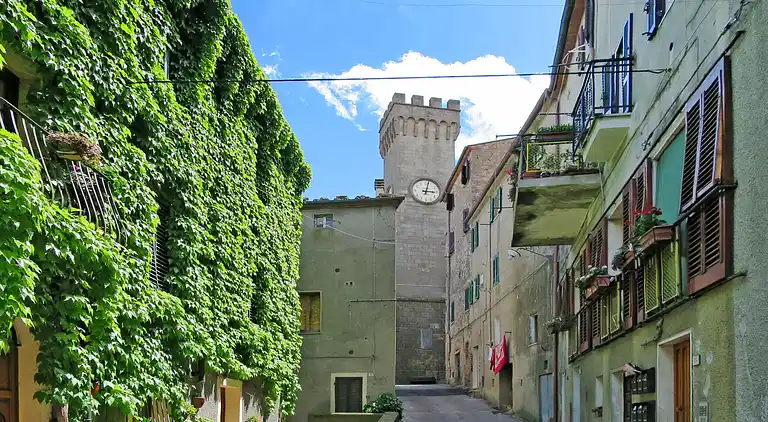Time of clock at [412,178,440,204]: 3:02
